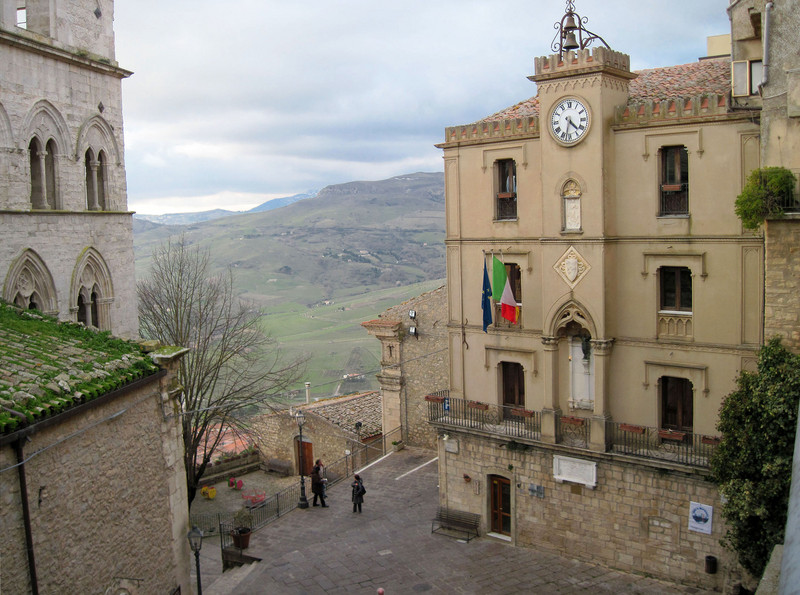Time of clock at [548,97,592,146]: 4:32
